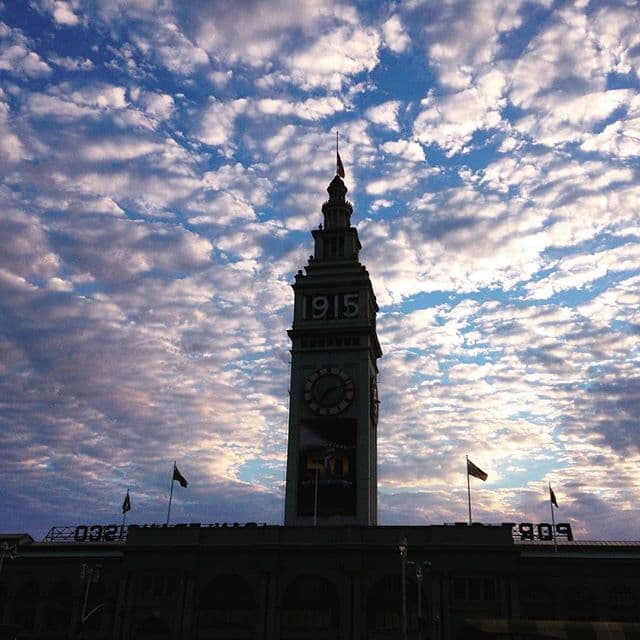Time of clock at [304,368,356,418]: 2:36
